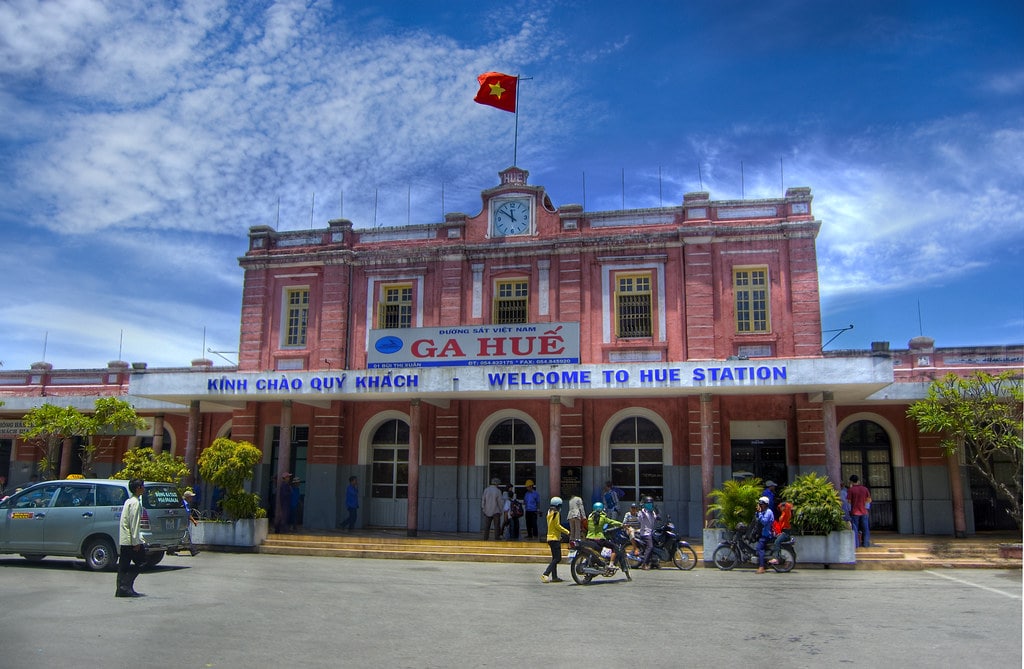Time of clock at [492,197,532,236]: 11:51
